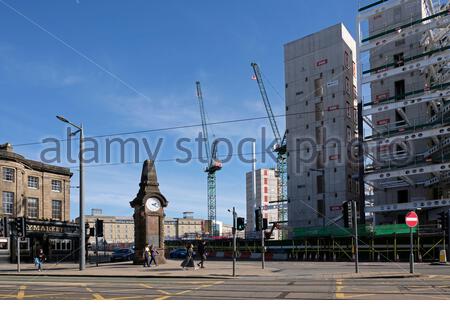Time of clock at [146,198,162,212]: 2:21
